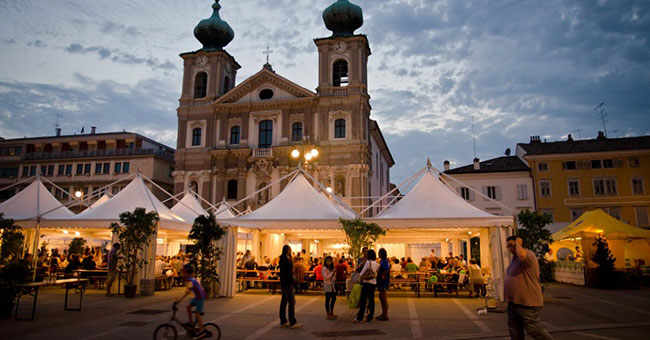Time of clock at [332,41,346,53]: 7:57
